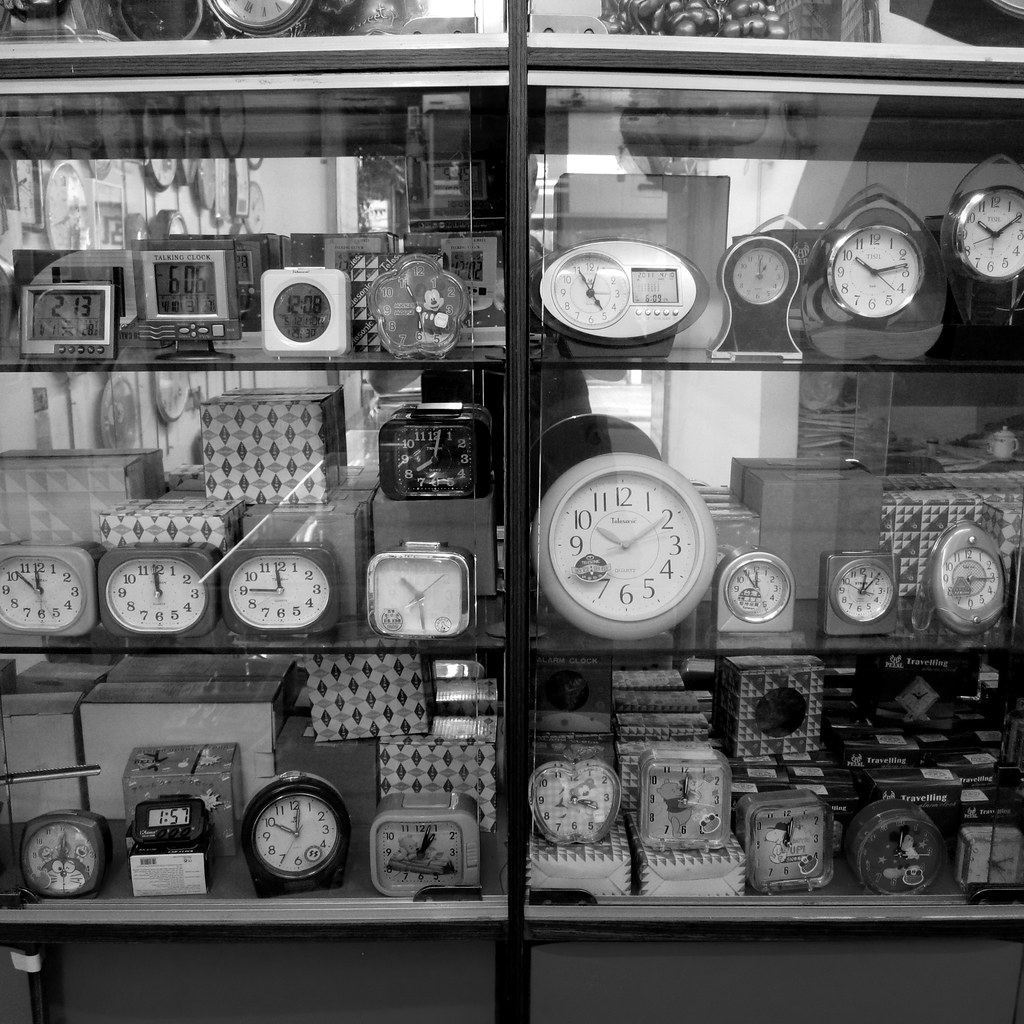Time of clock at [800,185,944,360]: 10:13
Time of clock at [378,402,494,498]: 8:01
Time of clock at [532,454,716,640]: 10:09
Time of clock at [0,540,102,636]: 11:52
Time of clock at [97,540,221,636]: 11:59
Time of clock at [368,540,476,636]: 10:28
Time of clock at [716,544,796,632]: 8:54
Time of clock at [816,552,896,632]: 12:06
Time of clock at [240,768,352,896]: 10:01
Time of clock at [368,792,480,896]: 1:02
